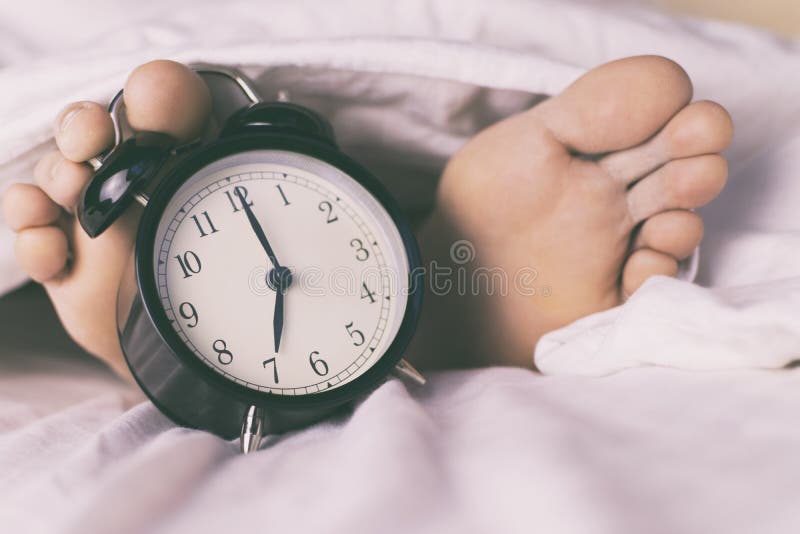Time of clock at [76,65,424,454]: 7:00
